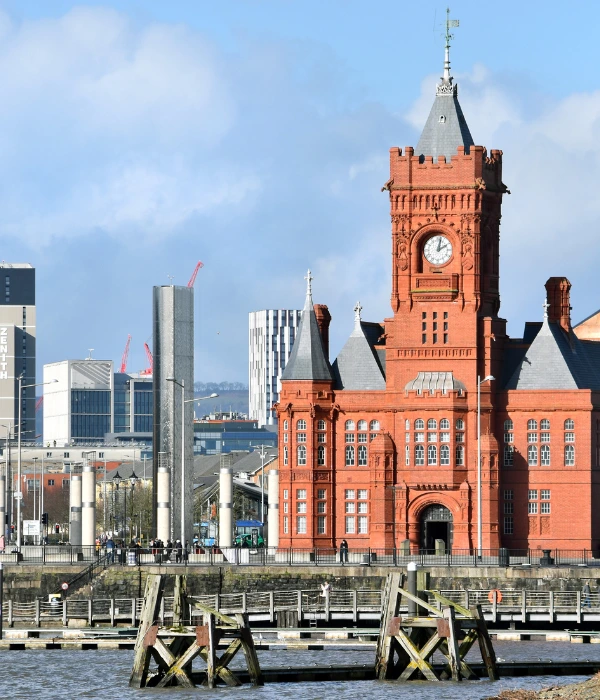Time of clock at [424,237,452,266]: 2:02
